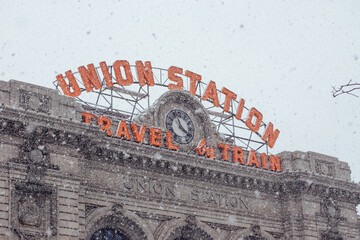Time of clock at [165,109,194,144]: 11:21
